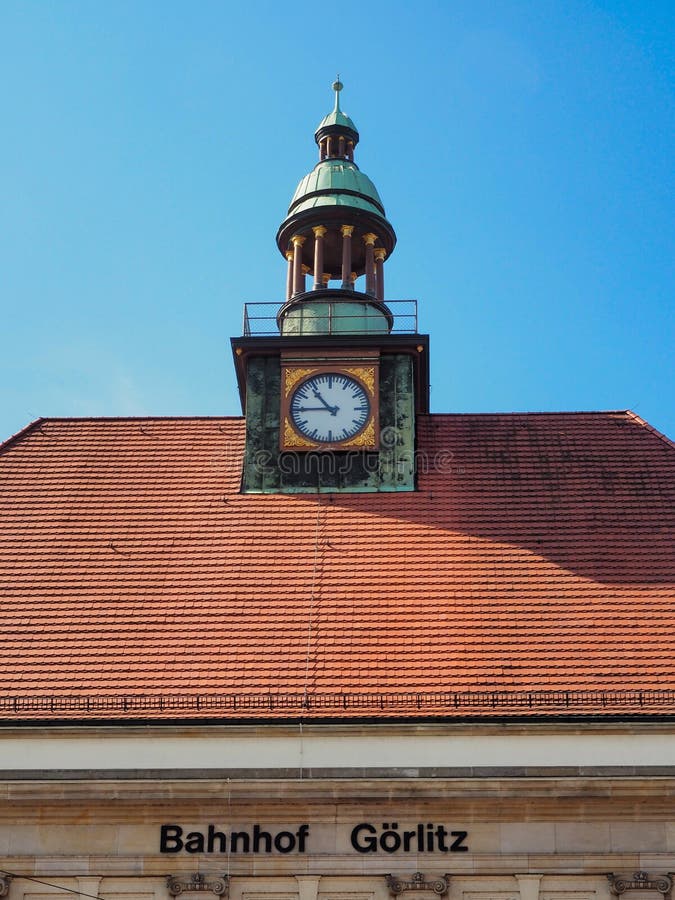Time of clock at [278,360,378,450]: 10:45
